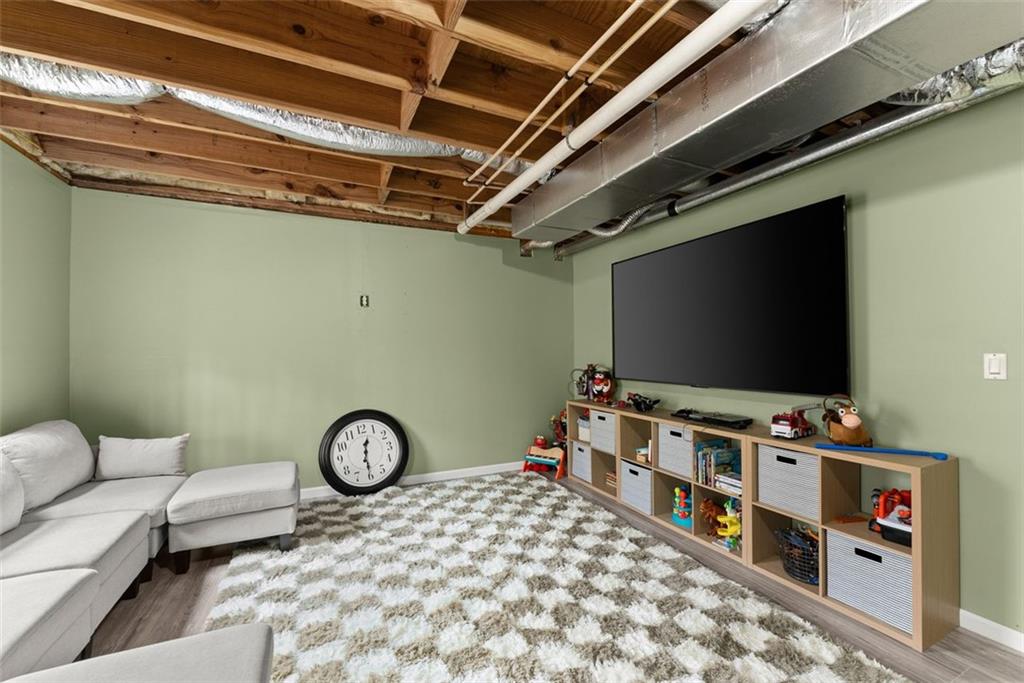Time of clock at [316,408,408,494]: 12:30
